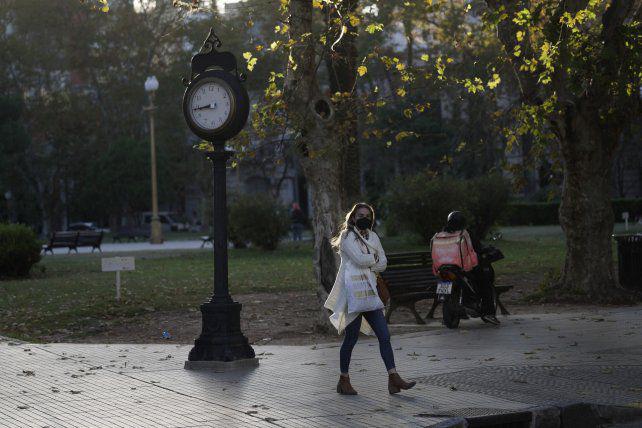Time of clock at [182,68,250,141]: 8:43
